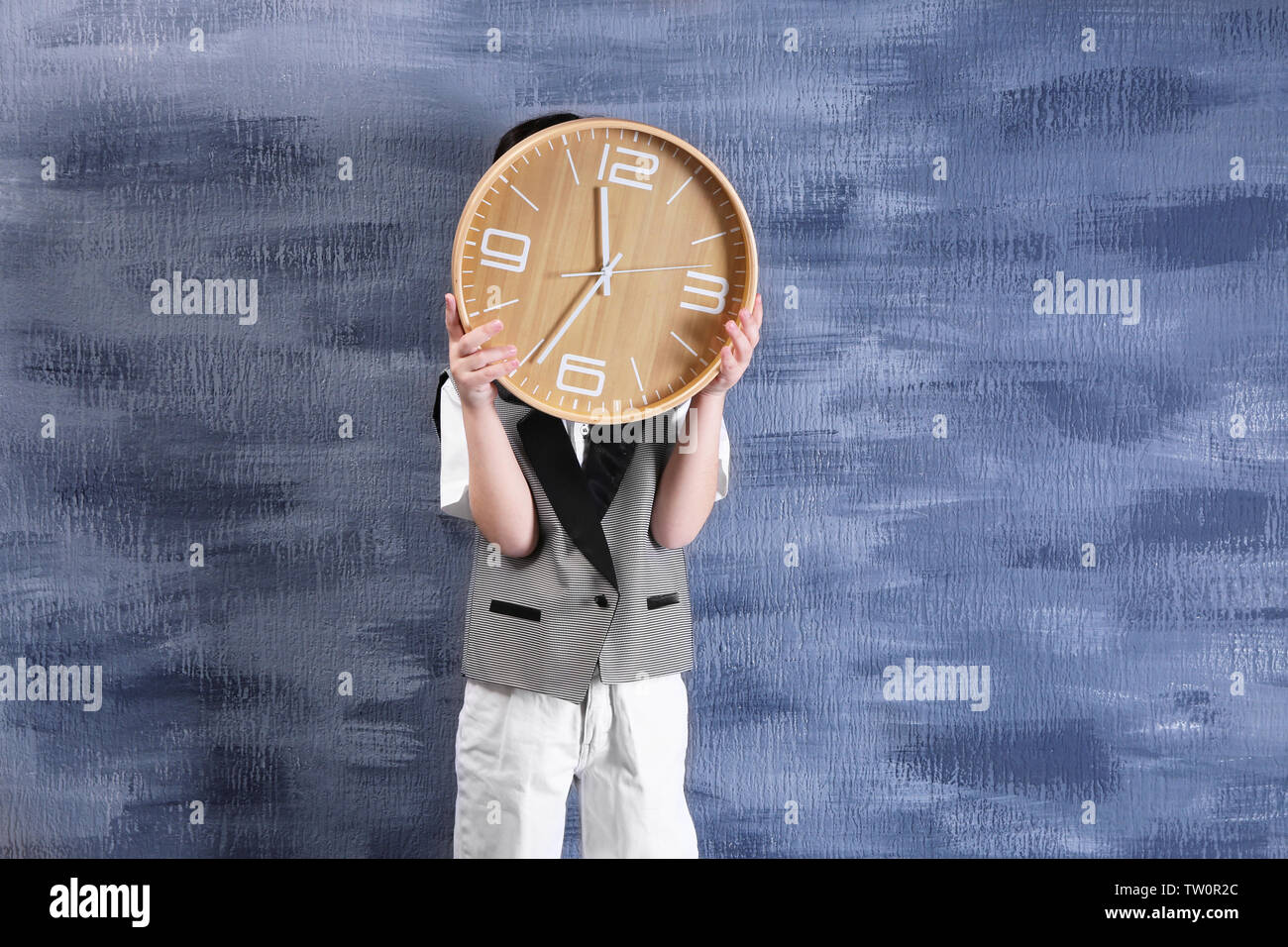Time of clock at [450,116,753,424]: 11:34
